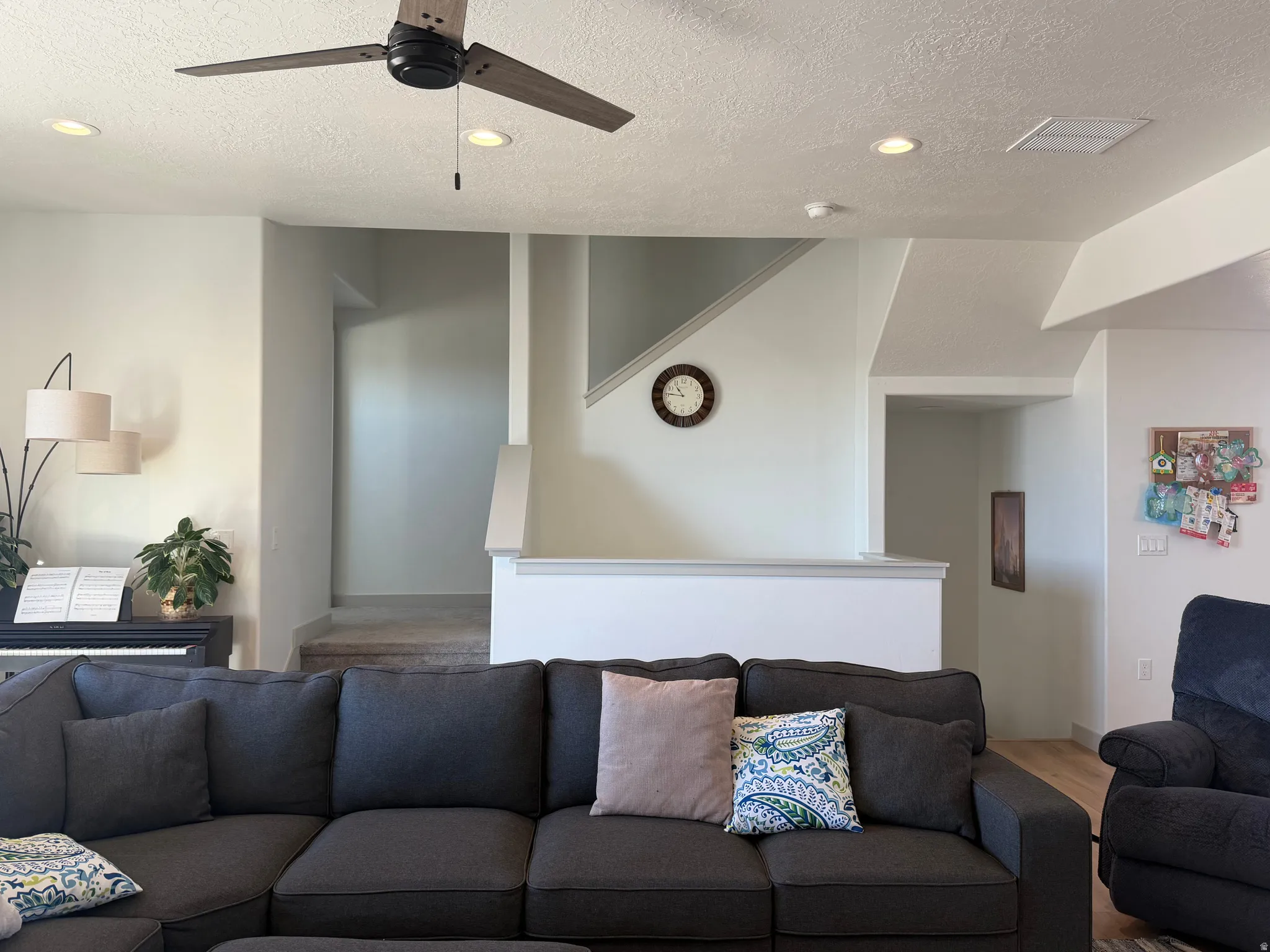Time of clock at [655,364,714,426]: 10:45
